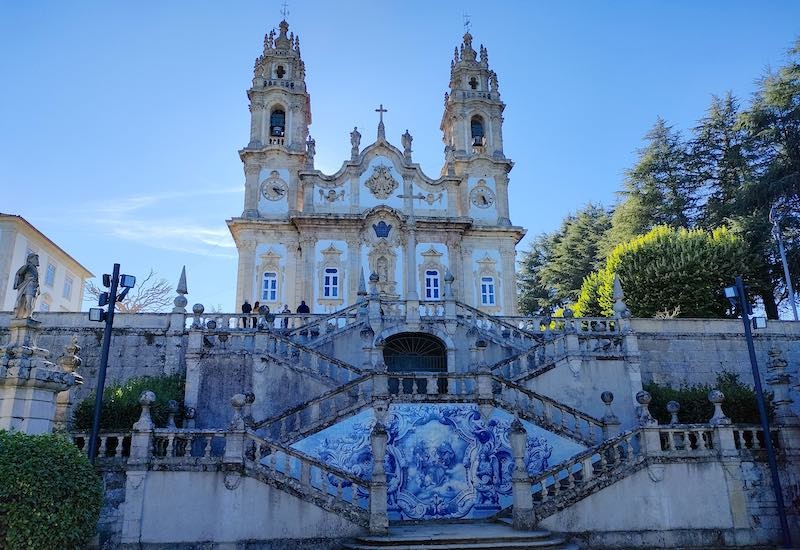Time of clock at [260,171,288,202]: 4:14
